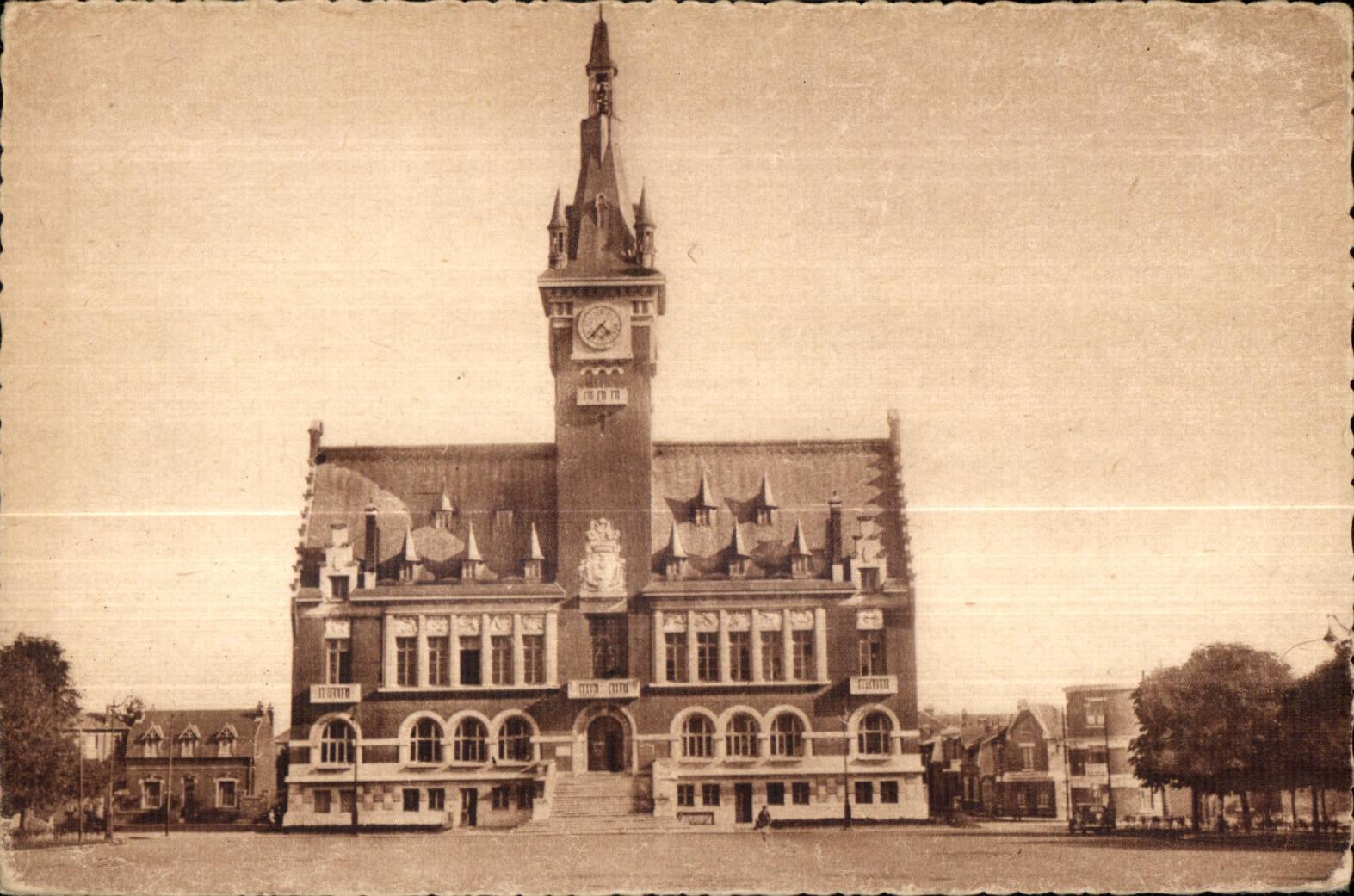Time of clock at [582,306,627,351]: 4:36
